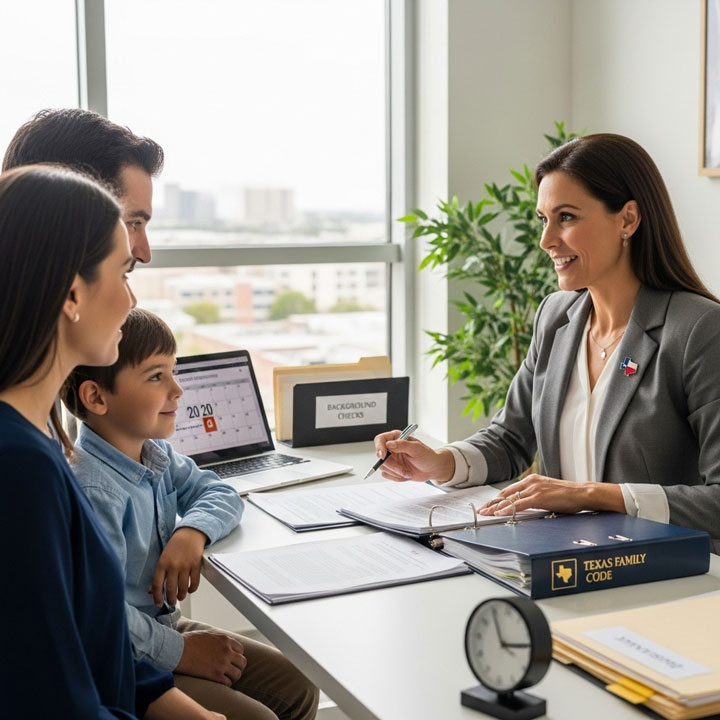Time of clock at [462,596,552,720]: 2:54
